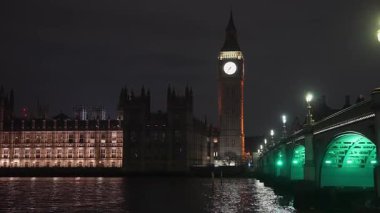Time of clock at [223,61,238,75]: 7:36
